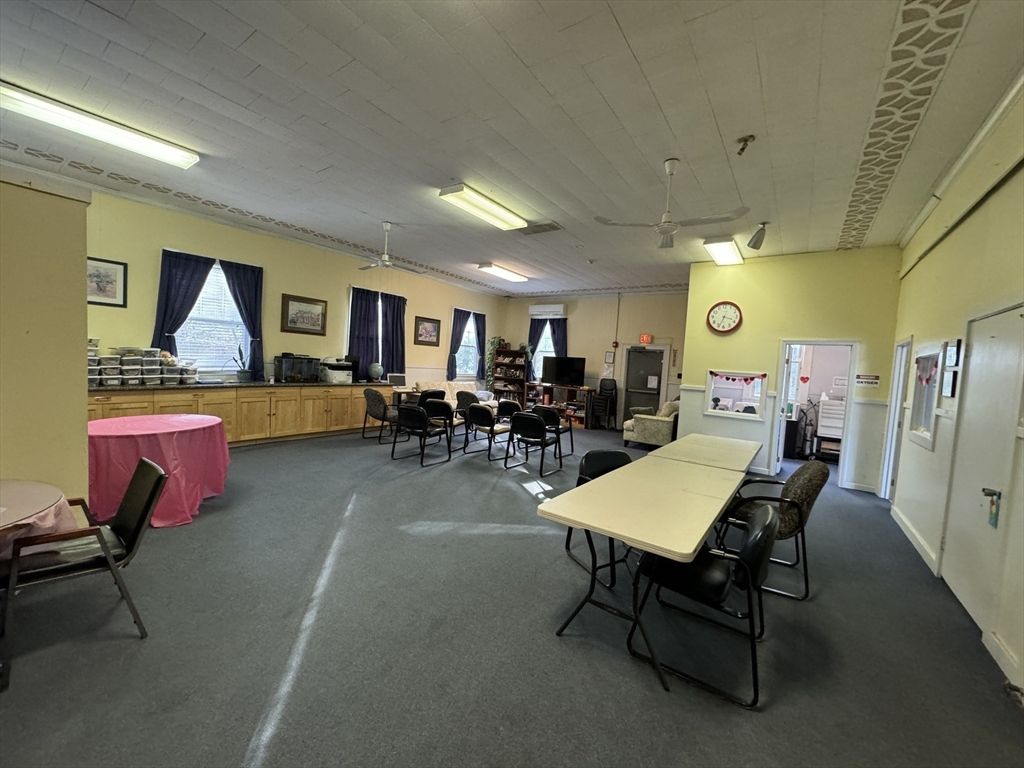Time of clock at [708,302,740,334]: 3:33
